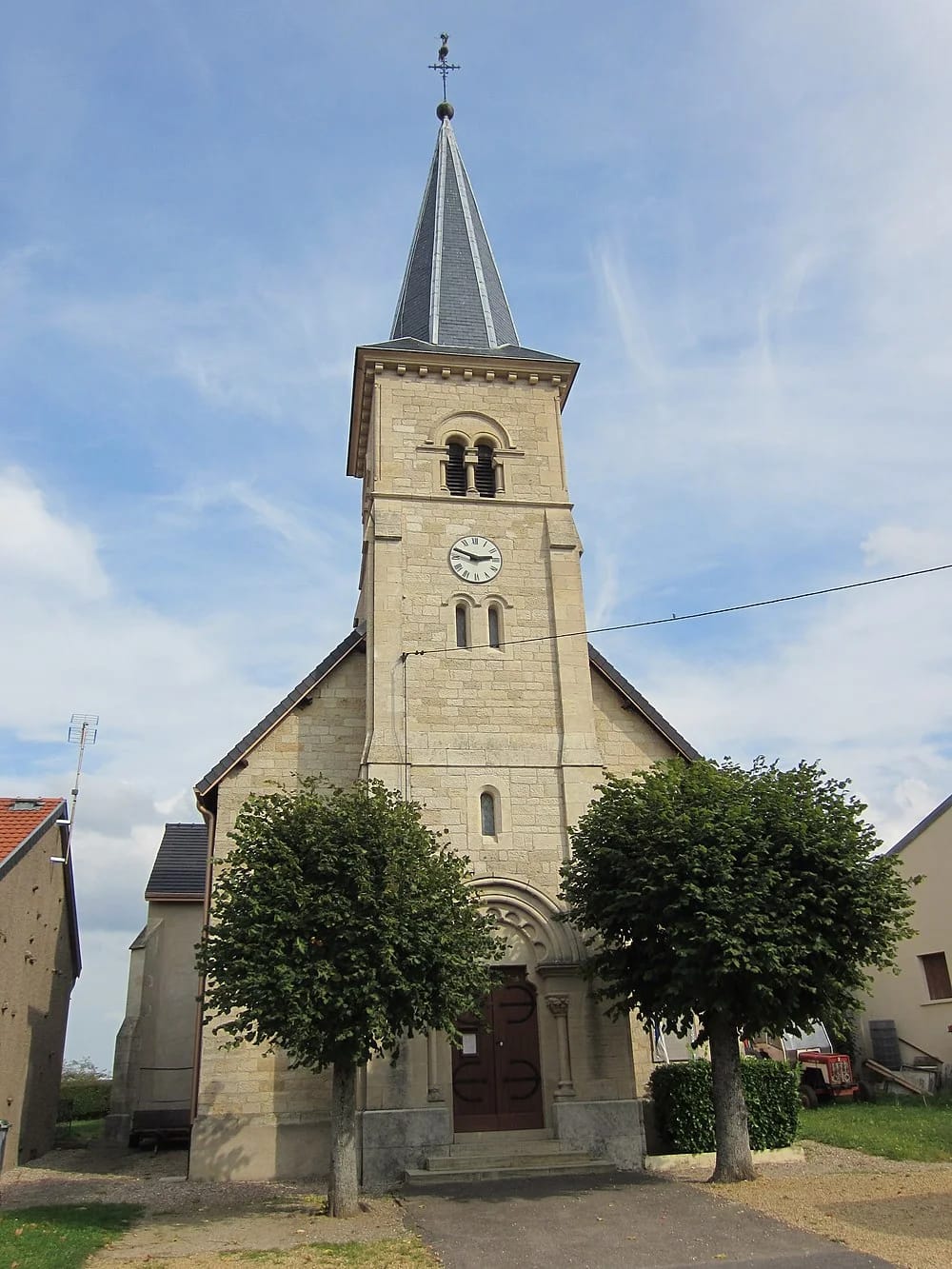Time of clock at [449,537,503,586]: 2:48
